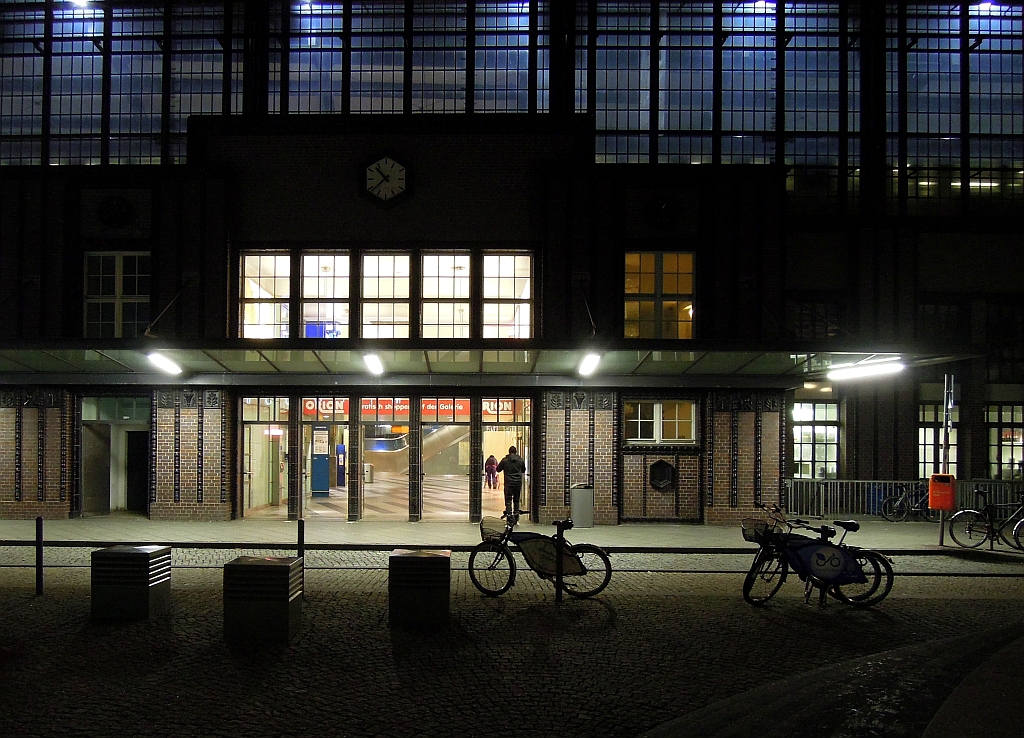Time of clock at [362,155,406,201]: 10:38
